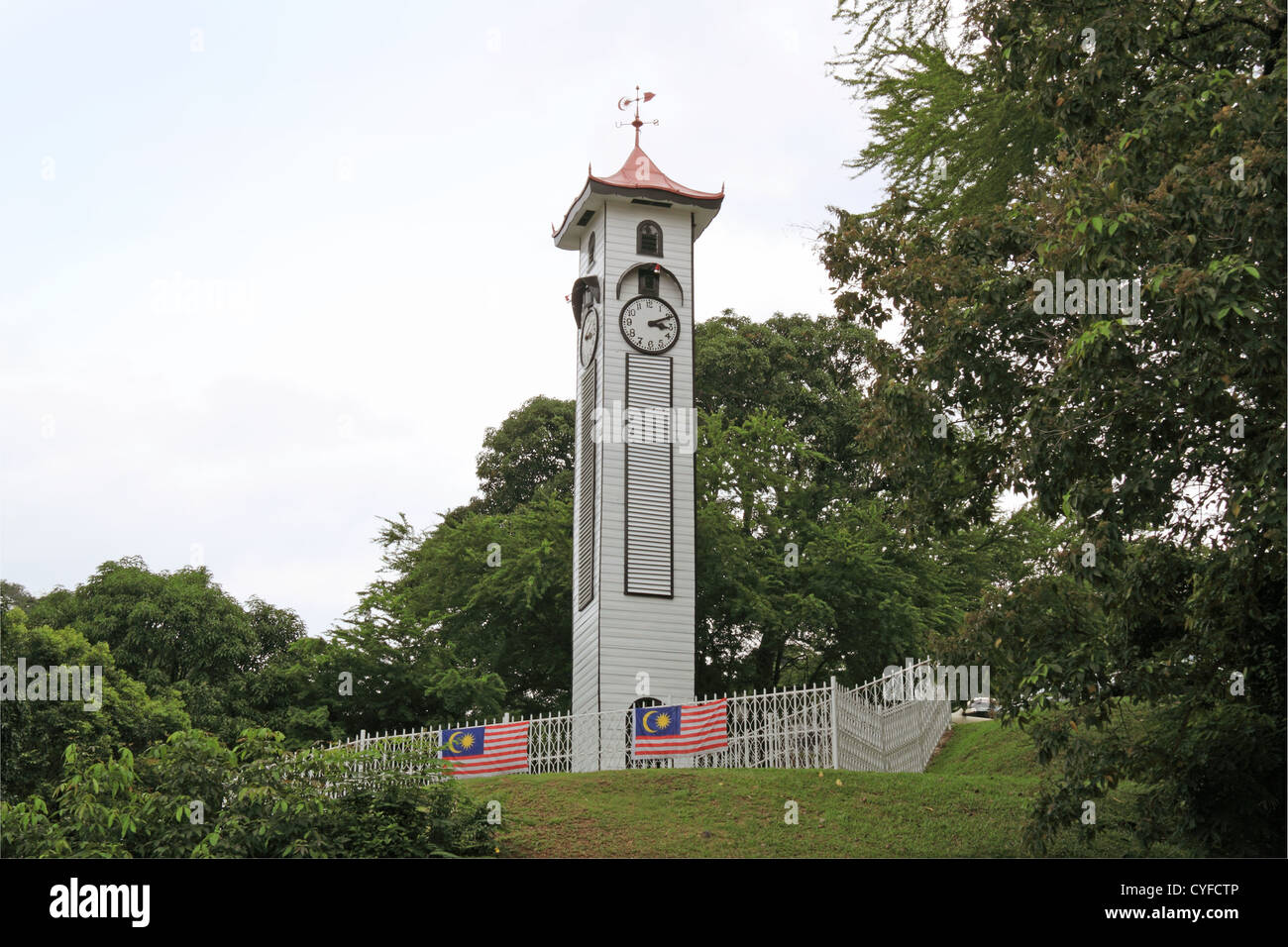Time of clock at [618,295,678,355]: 3:10
